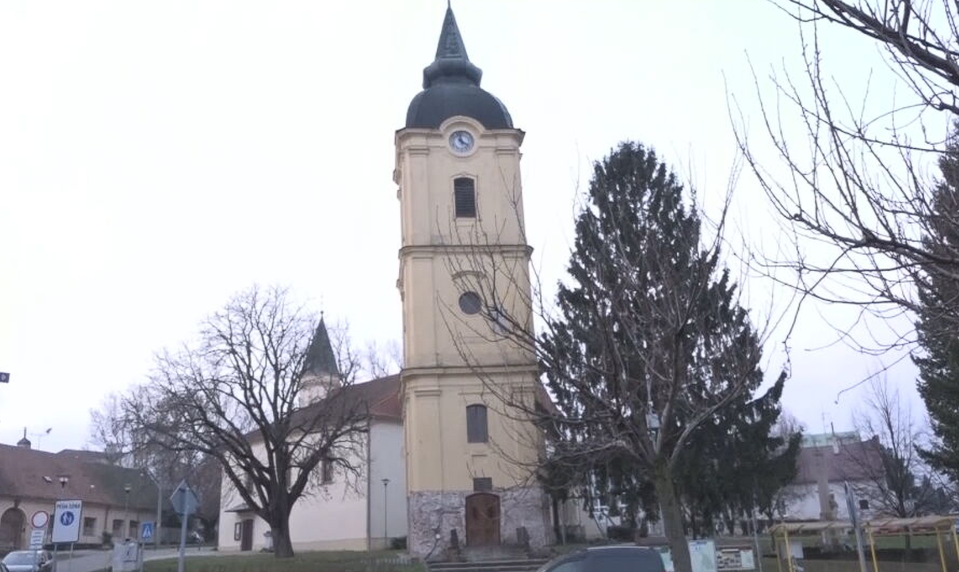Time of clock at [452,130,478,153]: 3:58
